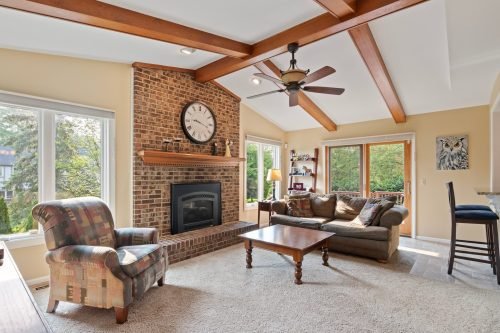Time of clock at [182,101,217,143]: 9:17
